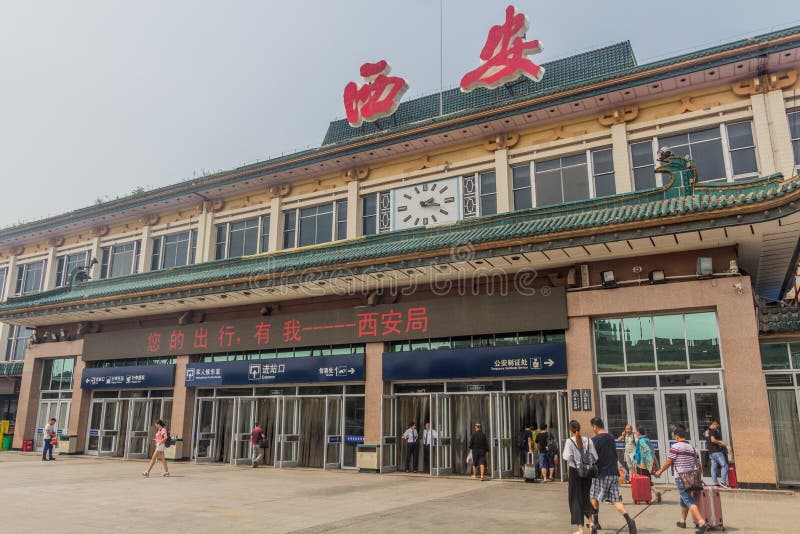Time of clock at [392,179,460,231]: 2:17
